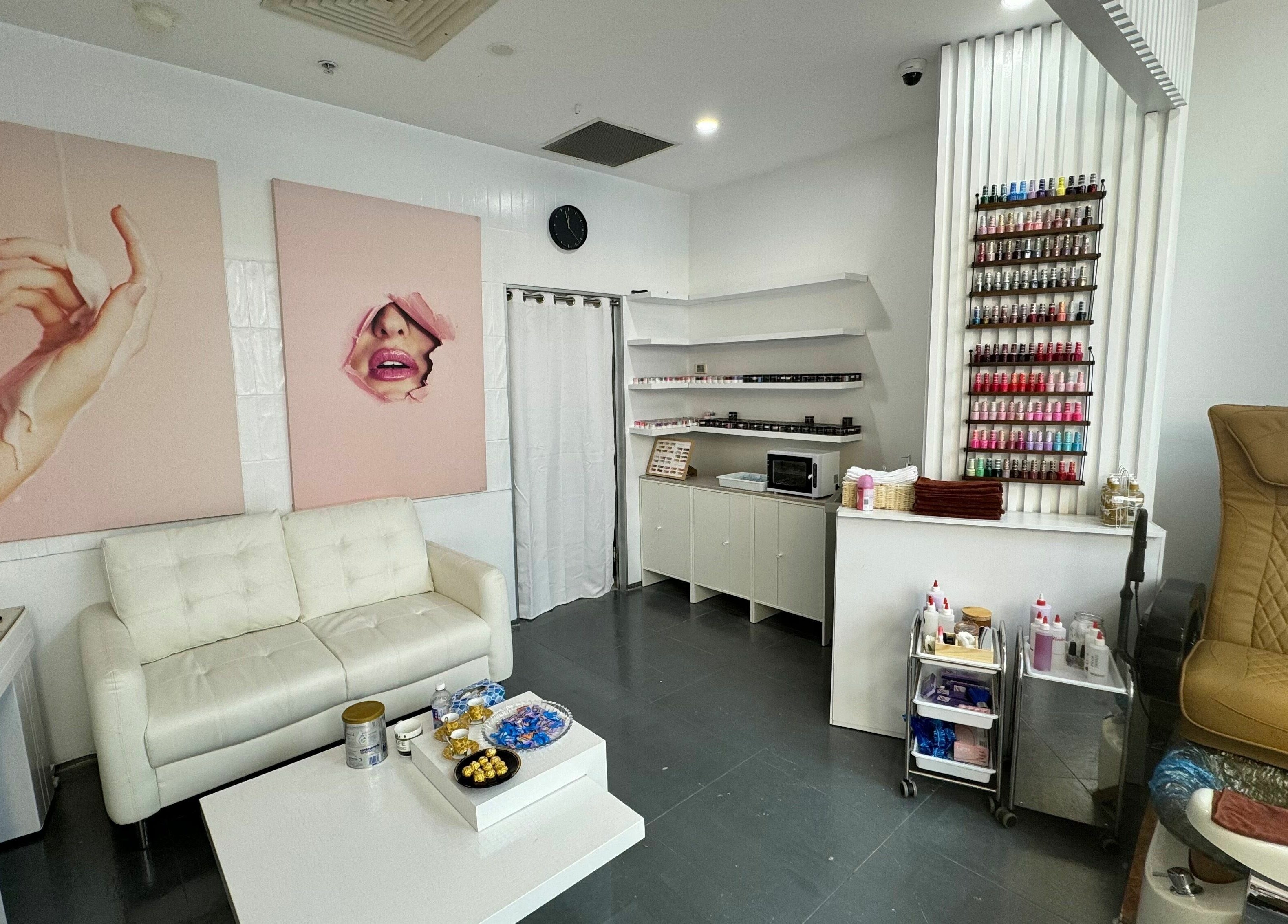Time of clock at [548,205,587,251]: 11:57
